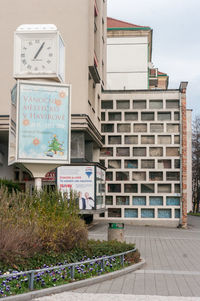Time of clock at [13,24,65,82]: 1:05
